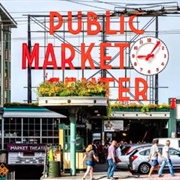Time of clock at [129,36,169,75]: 9:06
